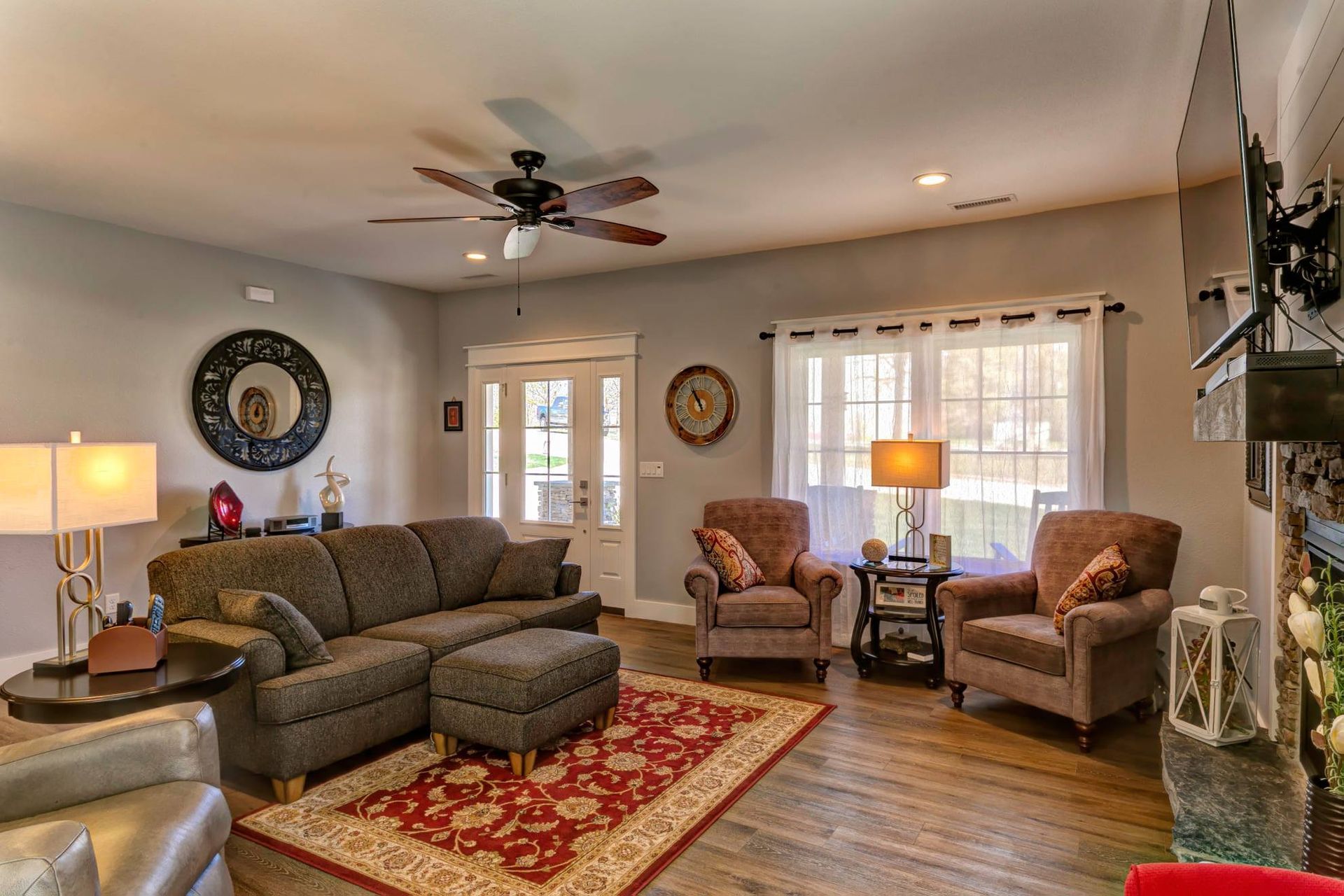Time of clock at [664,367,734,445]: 10:55
